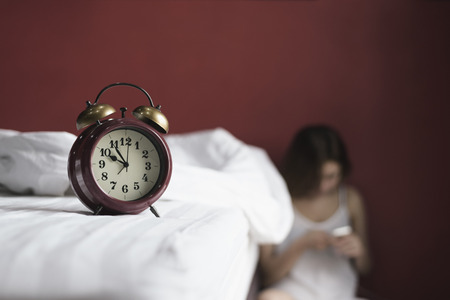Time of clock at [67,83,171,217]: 9:54
